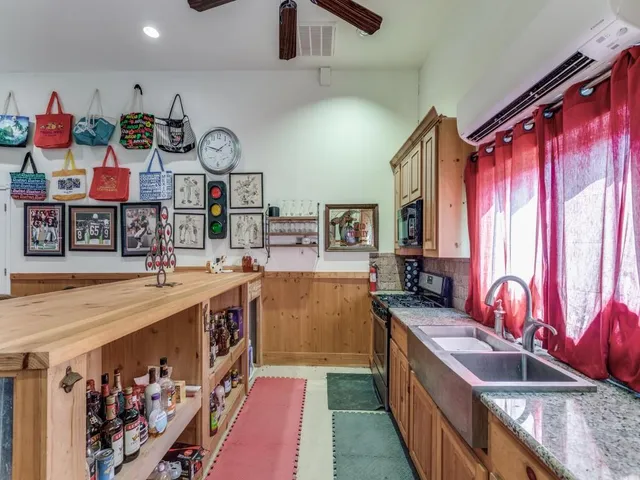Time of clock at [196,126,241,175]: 1:47
